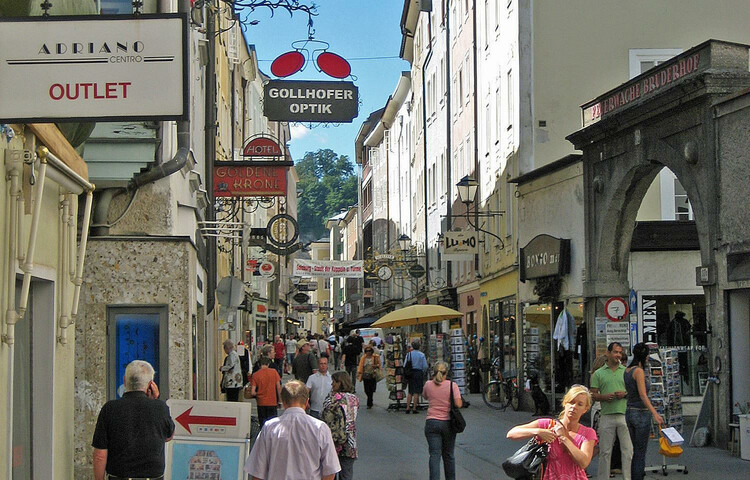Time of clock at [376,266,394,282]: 11:37
